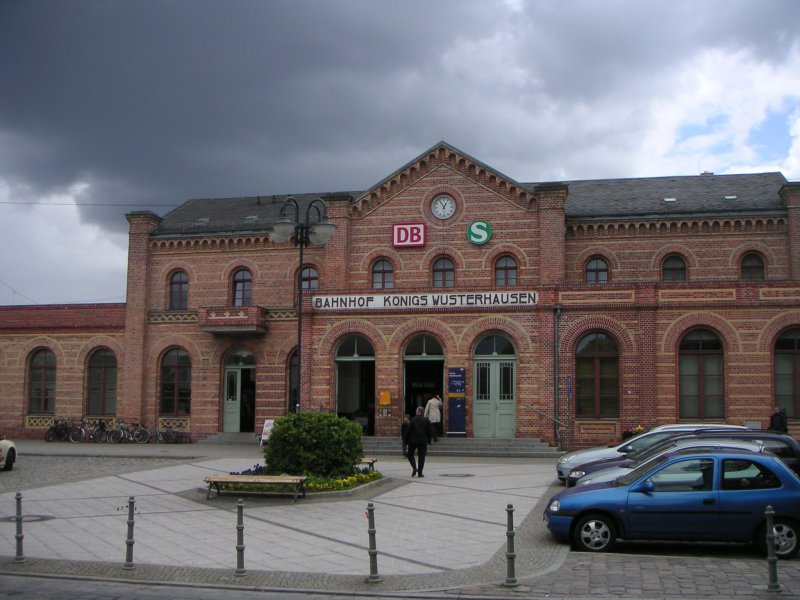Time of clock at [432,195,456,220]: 12:55
